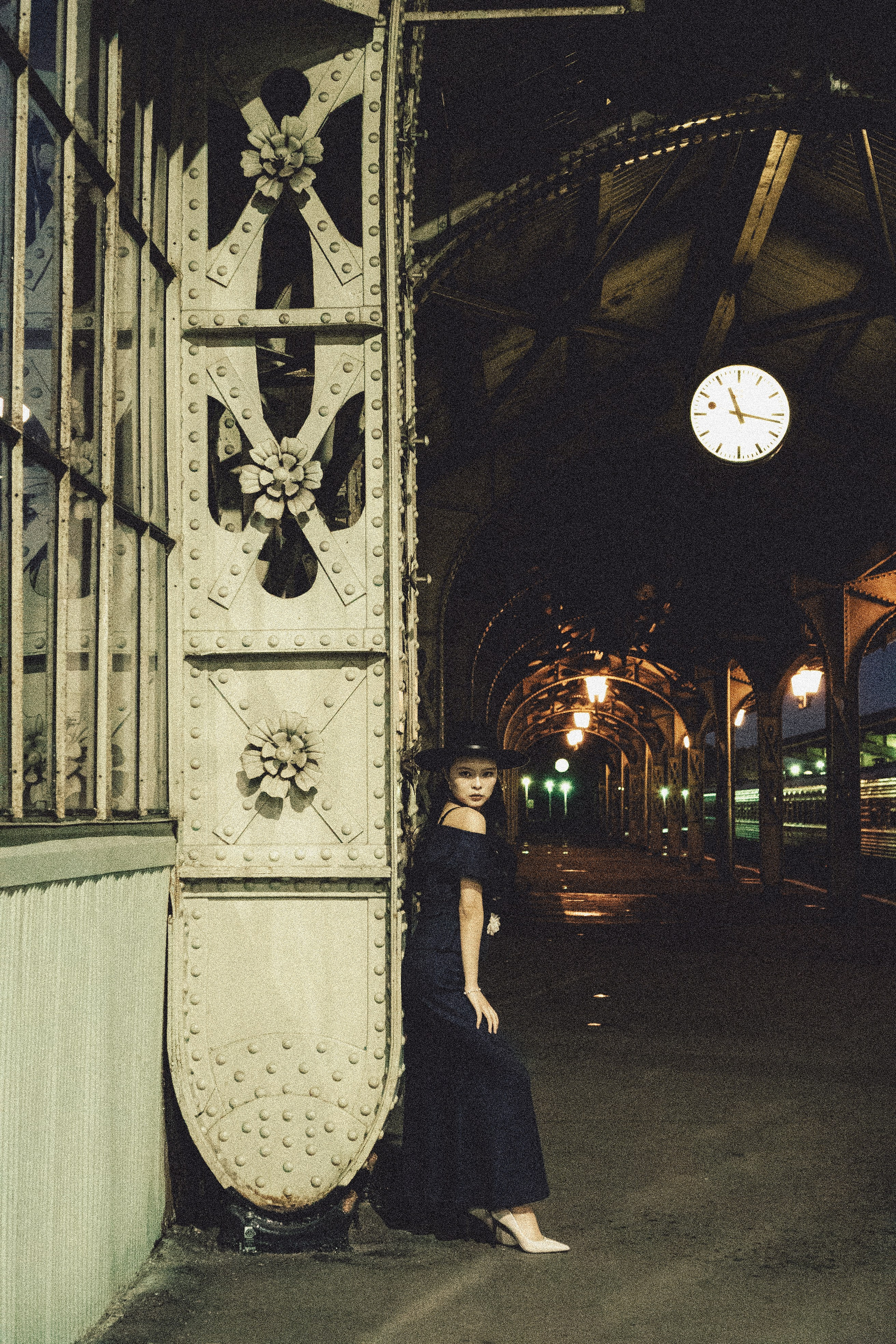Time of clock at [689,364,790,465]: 11:16
